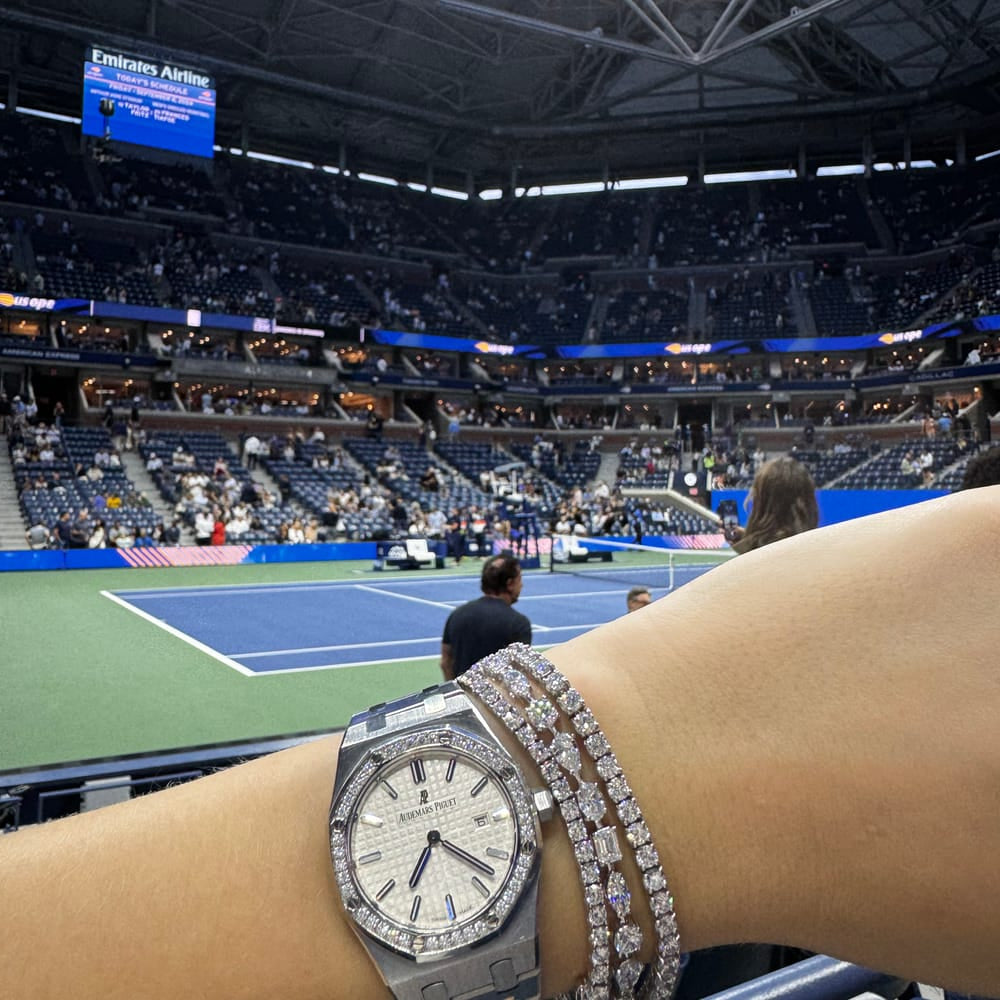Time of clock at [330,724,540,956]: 7:22
